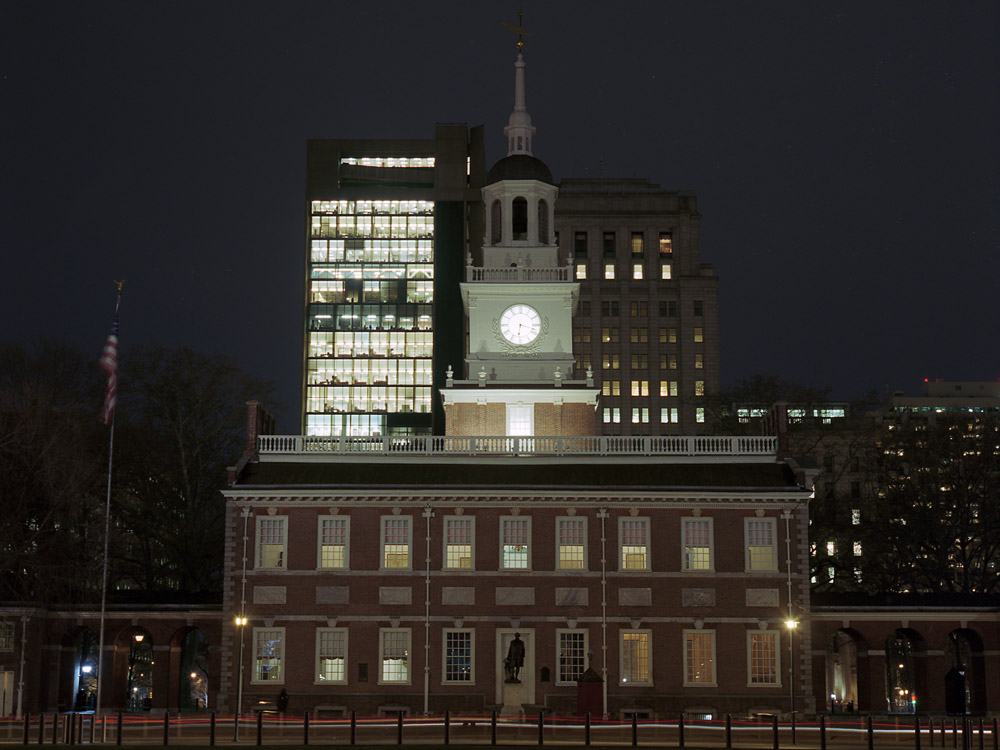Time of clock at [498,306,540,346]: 6:17
